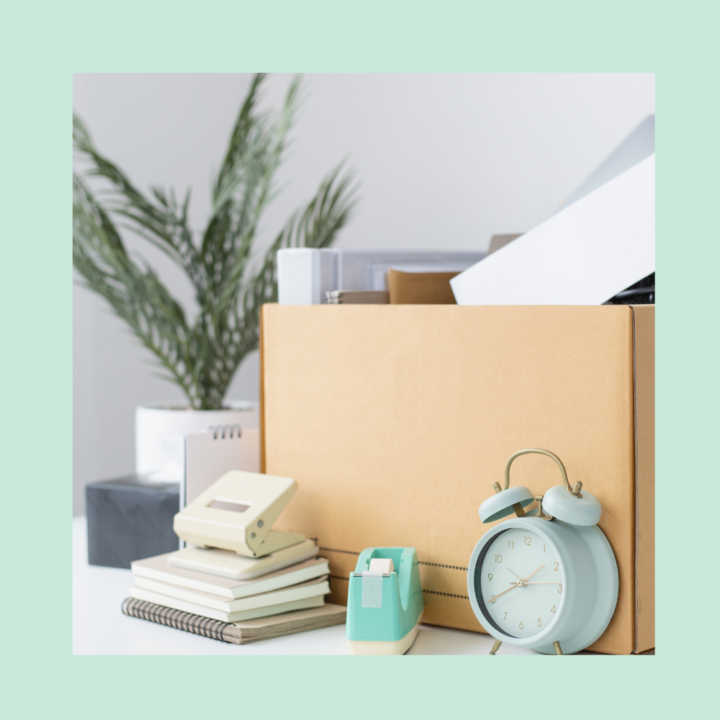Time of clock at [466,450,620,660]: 1:40
